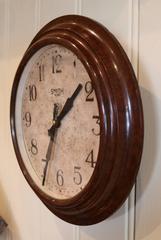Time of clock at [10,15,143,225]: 1:34
